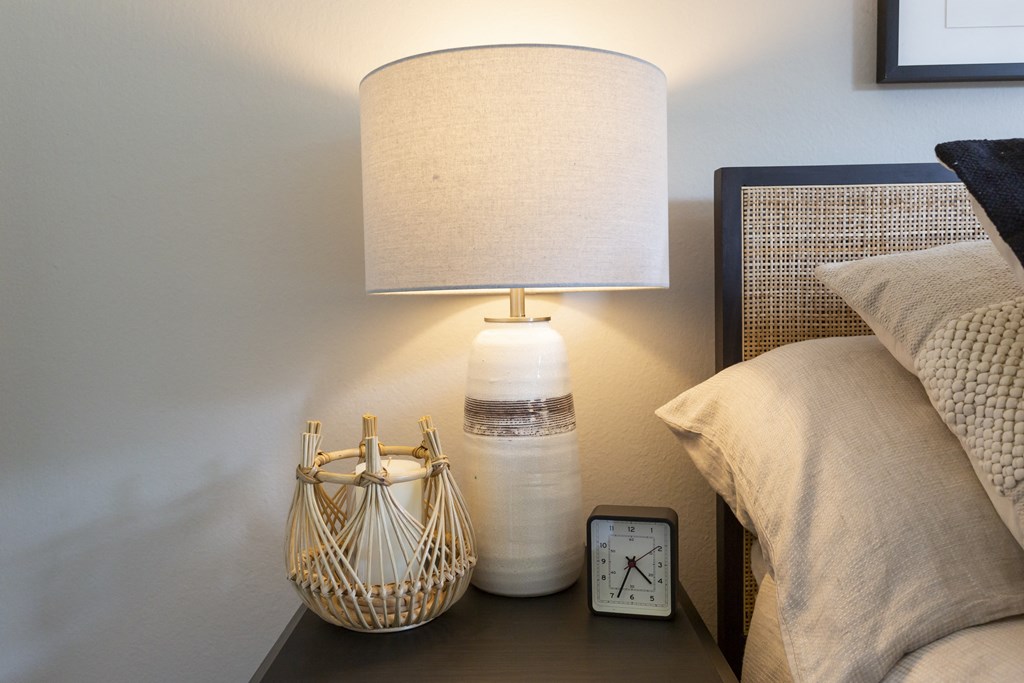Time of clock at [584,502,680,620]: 4:34
